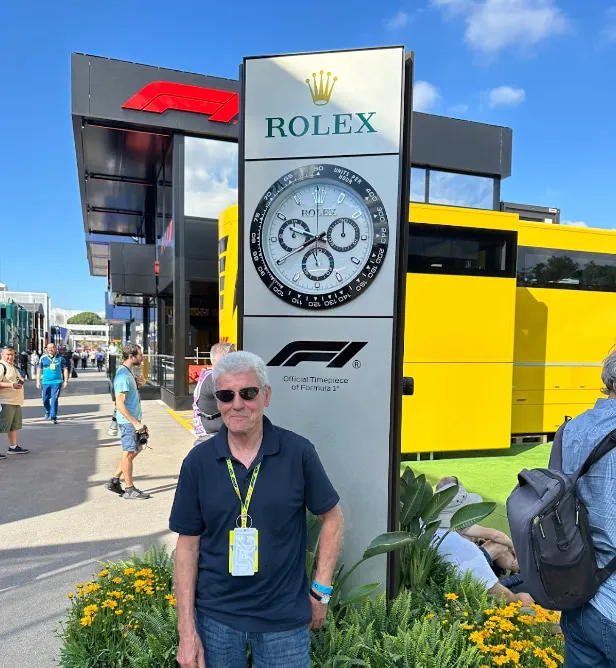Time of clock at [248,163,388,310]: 9:40
